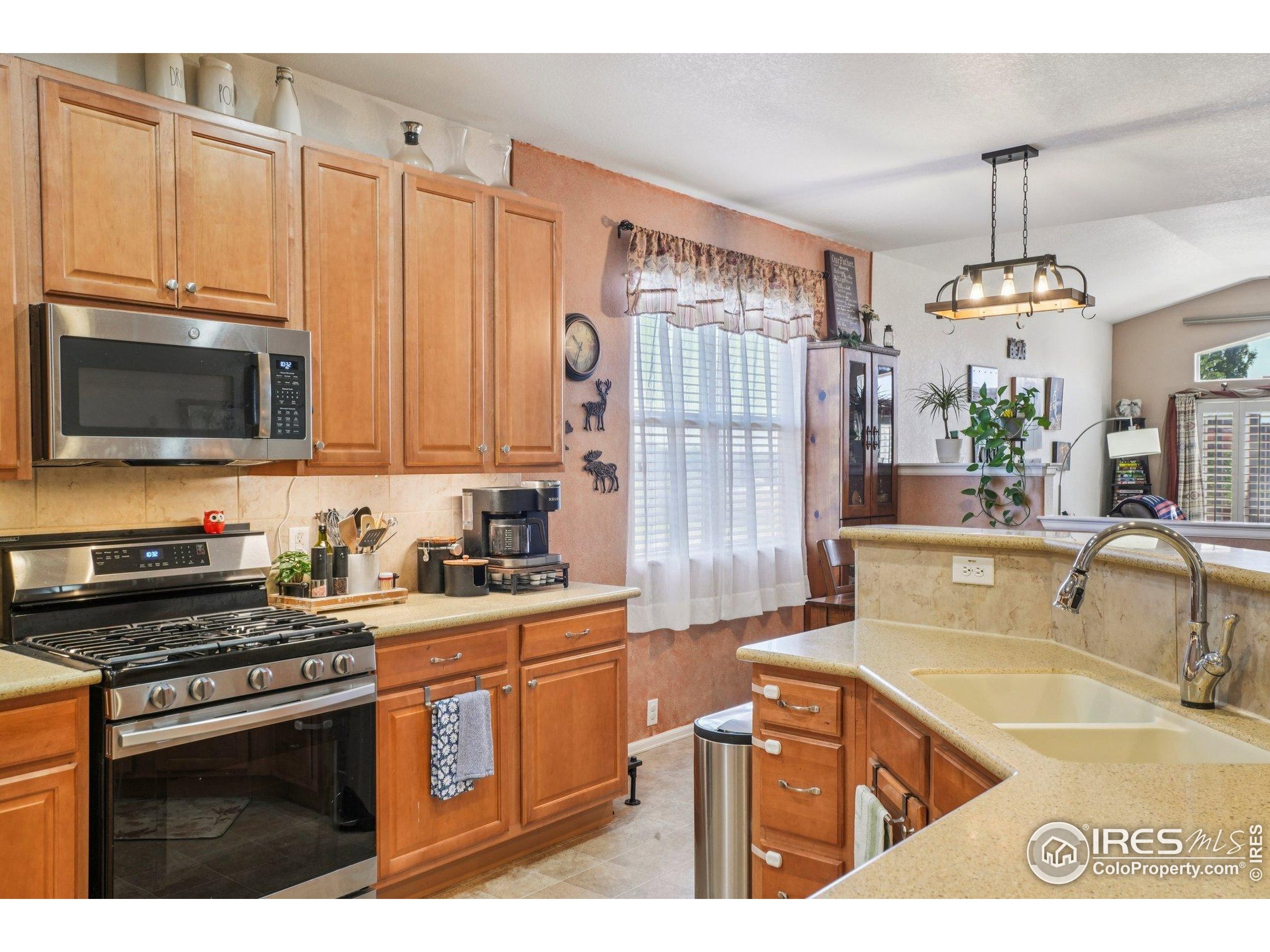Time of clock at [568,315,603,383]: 10:34
